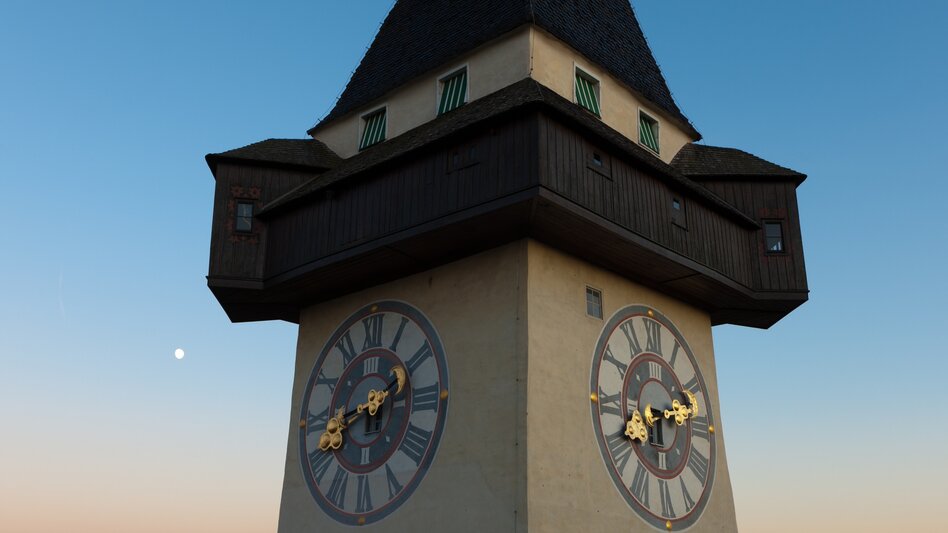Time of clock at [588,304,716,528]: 6:13
